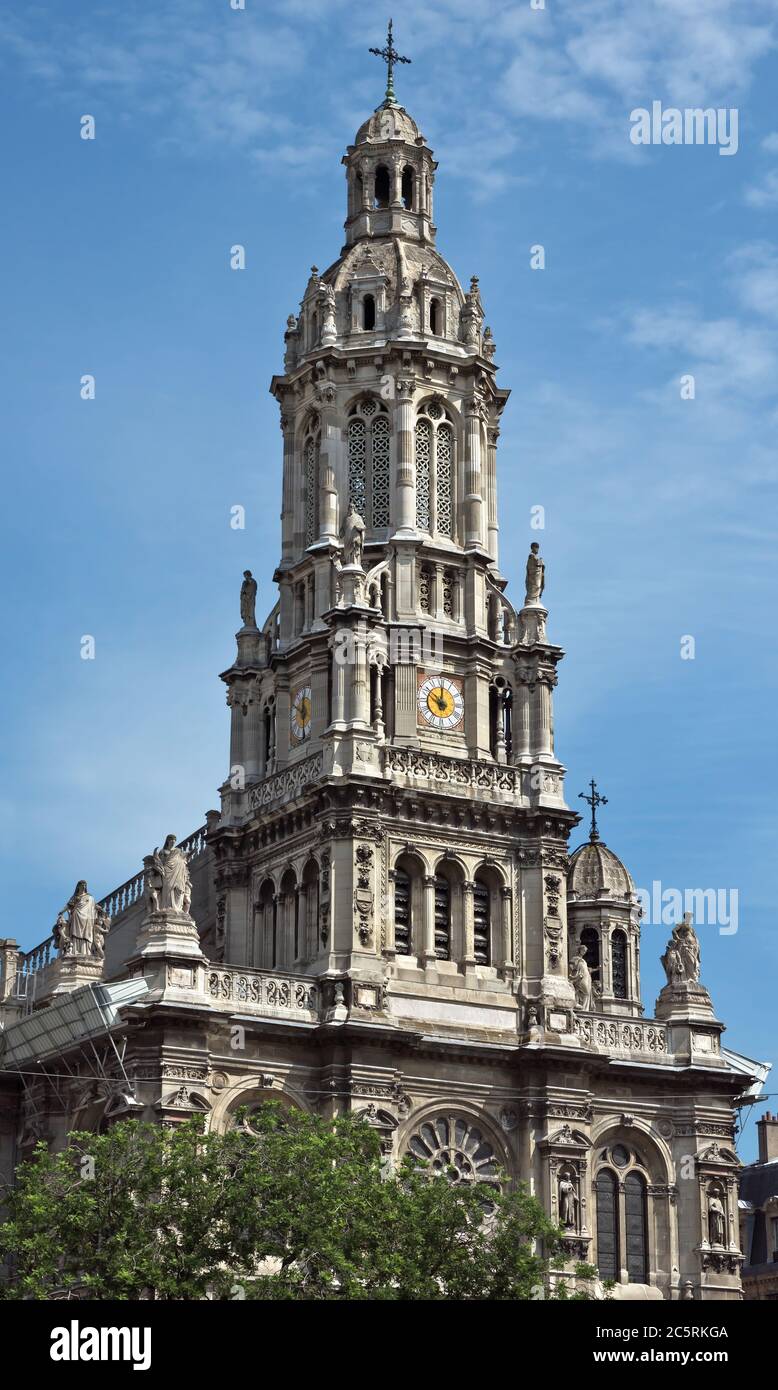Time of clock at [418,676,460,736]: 10:00
